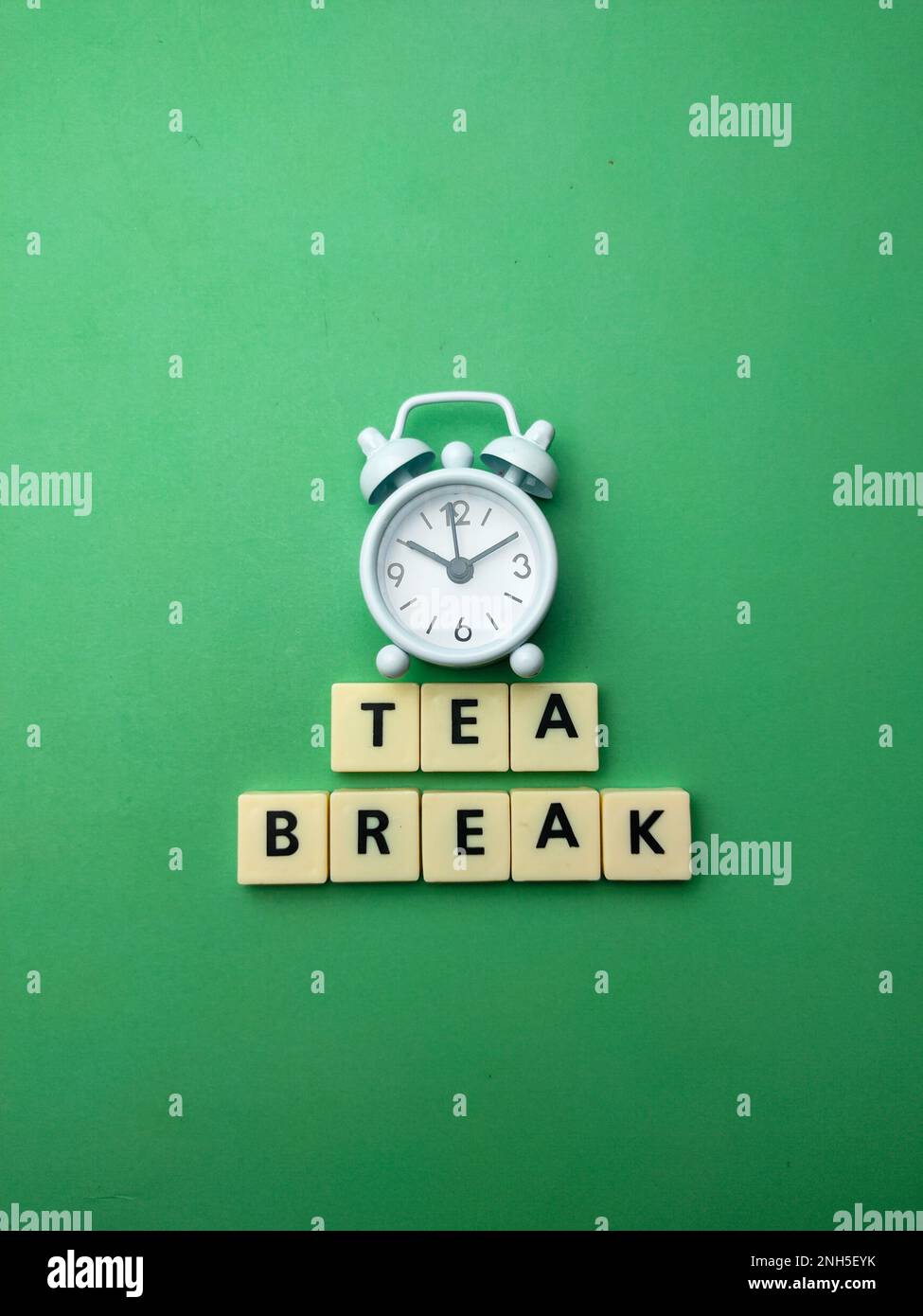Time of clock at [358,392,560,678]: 10:10
